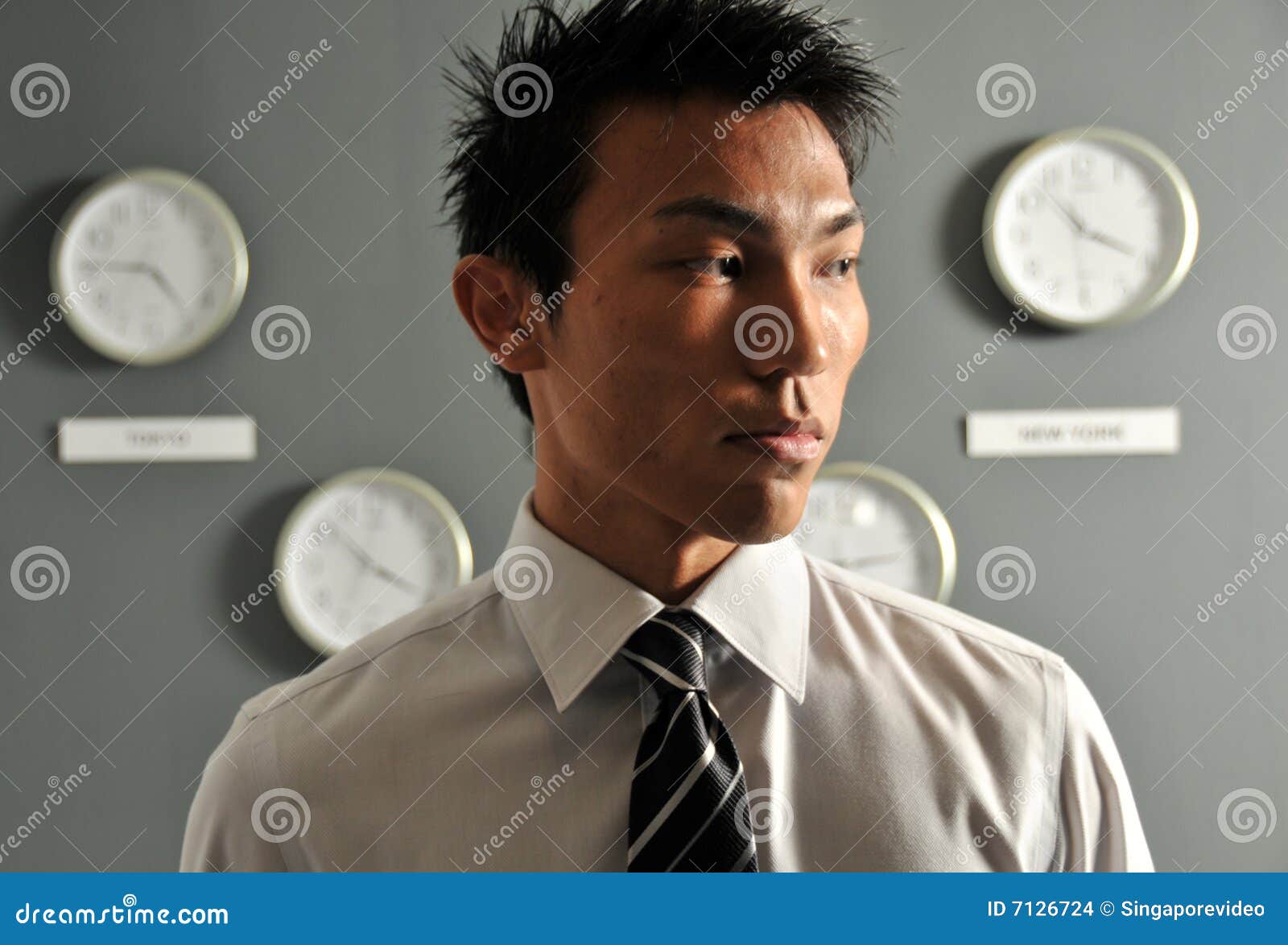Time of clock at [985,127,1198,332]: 3:53
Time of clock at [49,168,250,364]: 4:44
